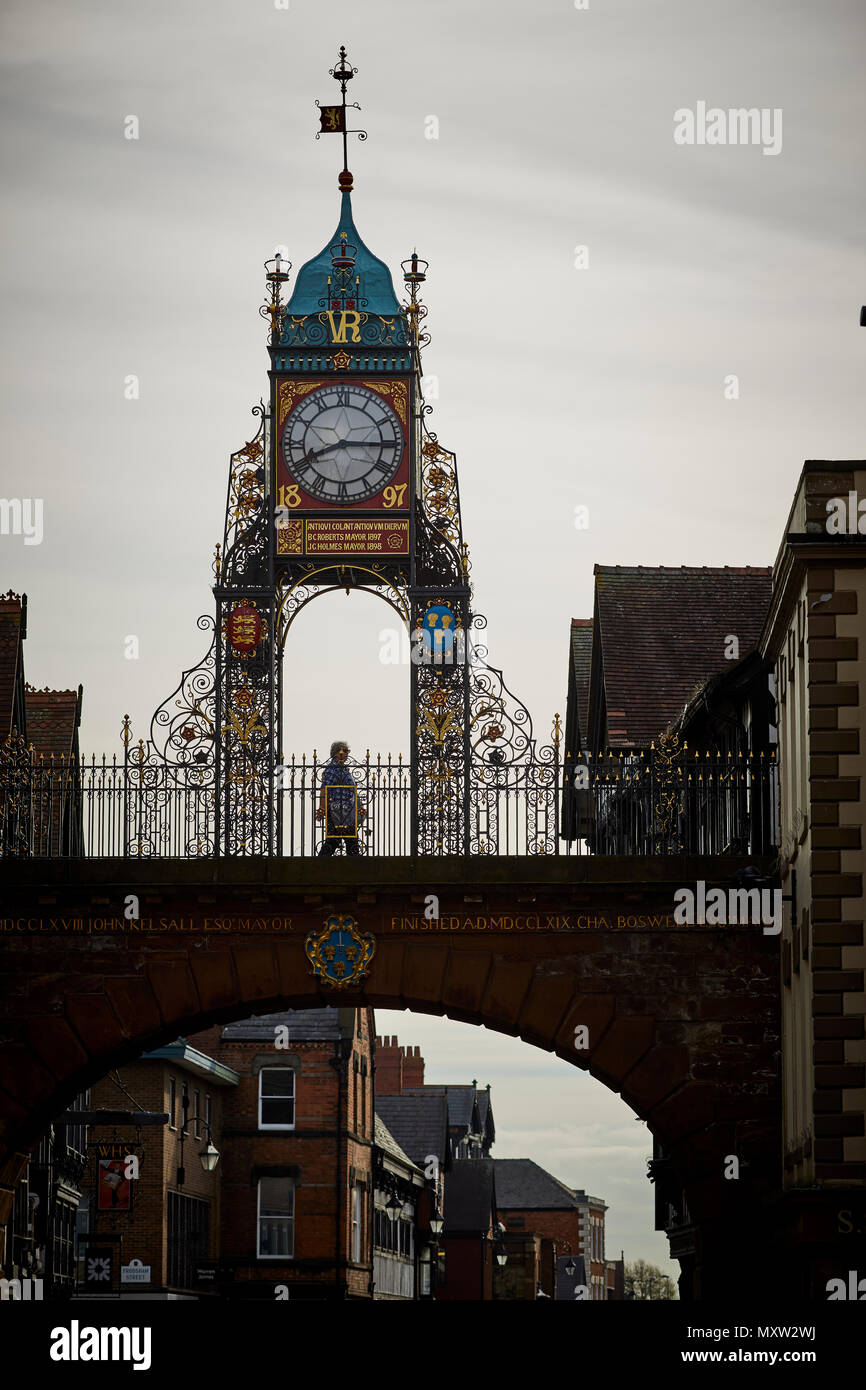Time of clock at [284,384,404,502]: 8:14
